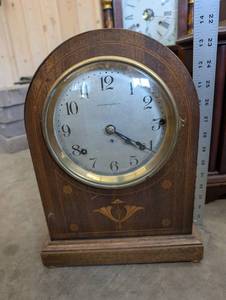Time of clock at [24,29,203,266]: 4:20
